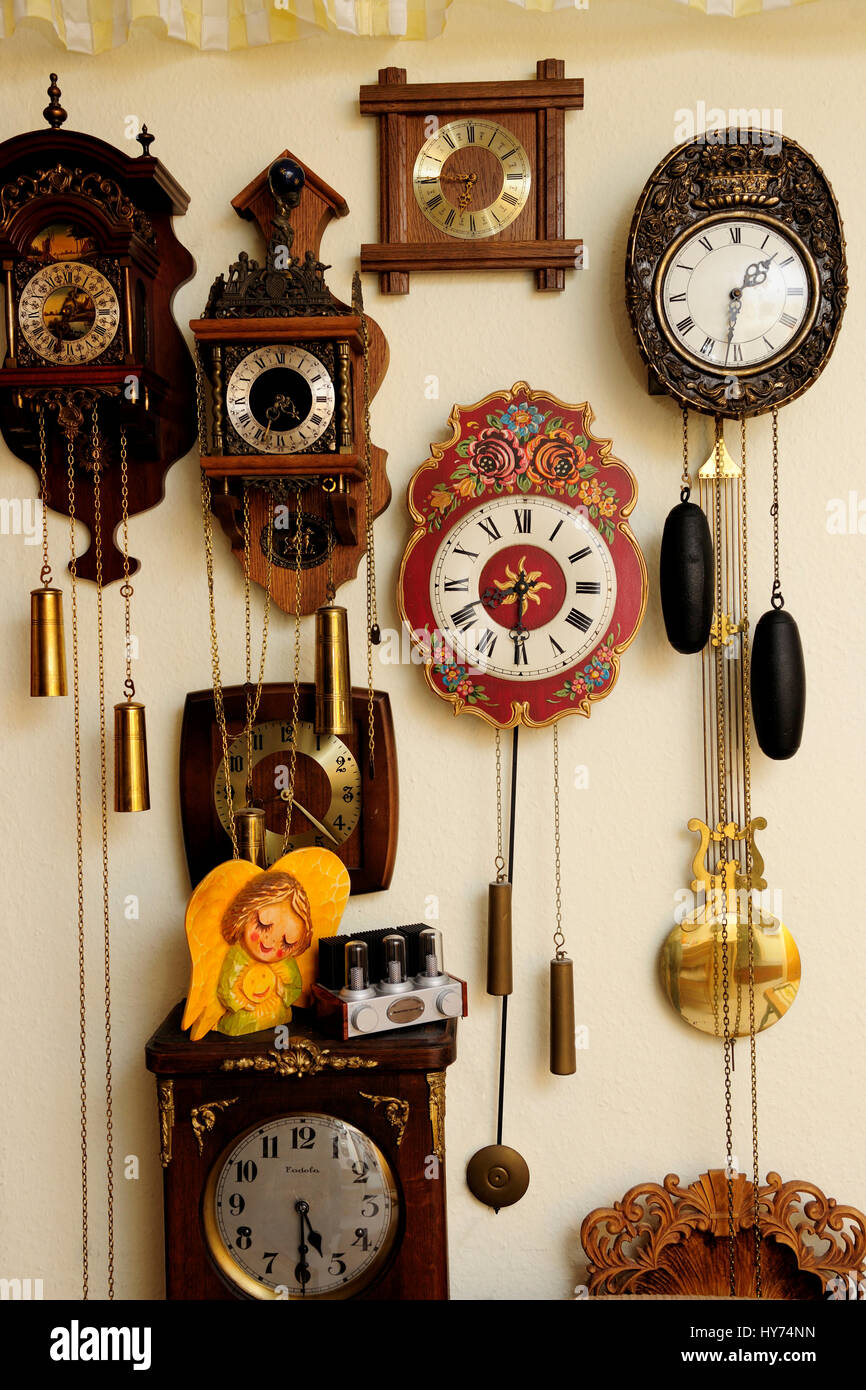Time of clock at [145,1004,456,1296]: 5:30
